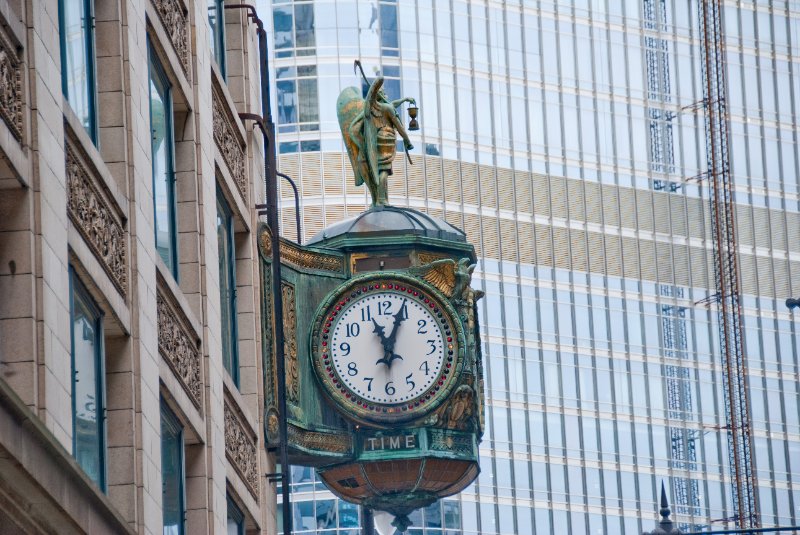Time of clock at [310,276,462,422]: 11:03
